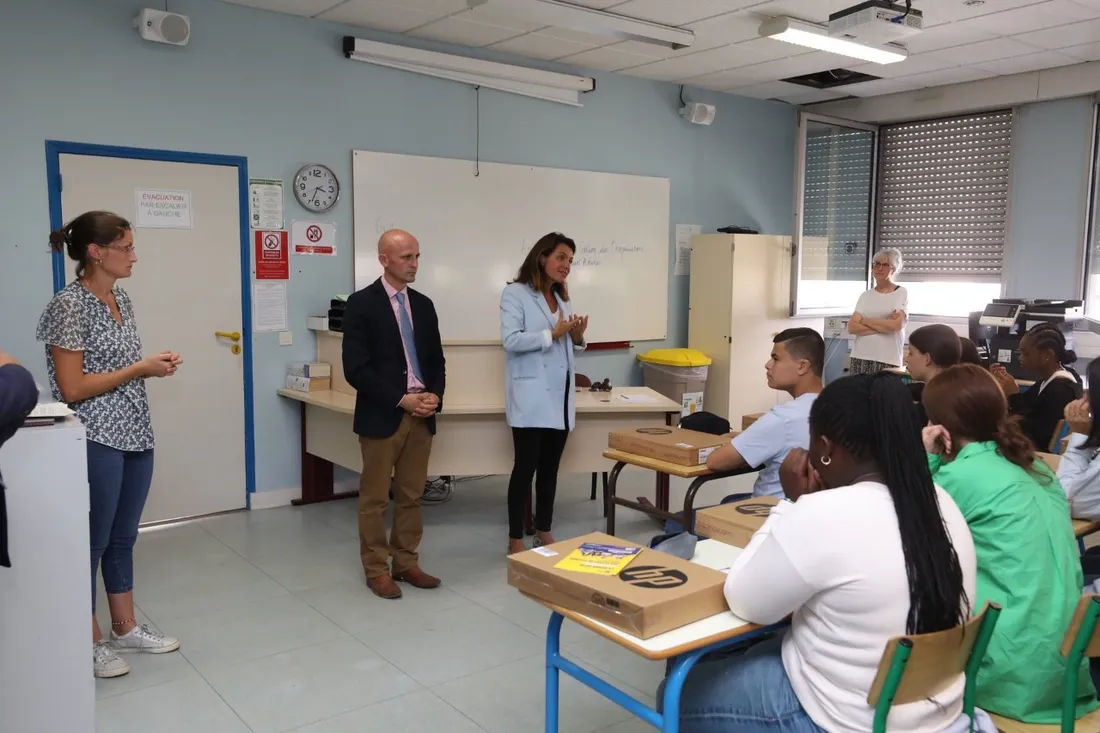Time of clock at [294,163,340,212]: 3:33
